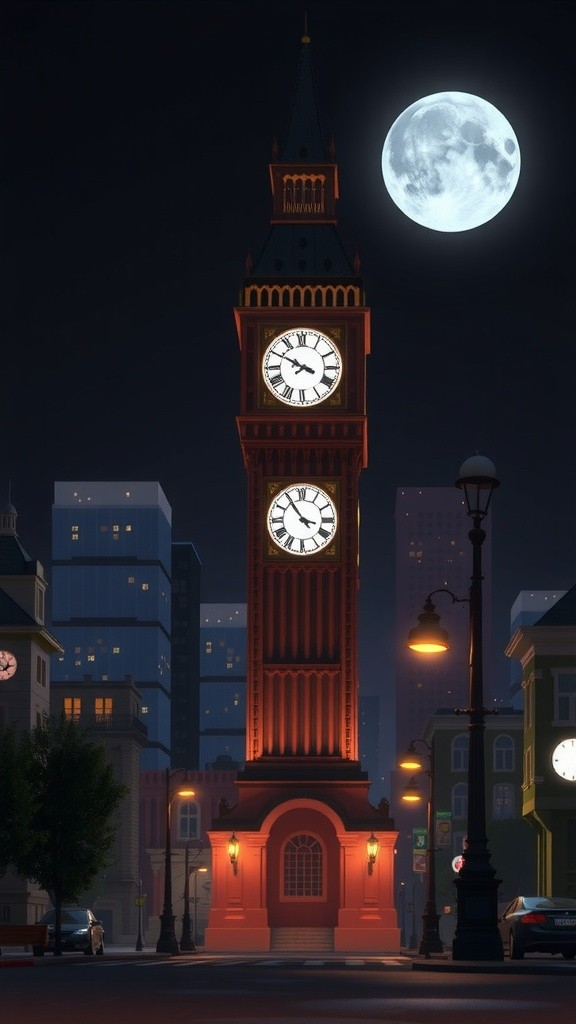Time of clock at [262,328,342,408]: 3:49
